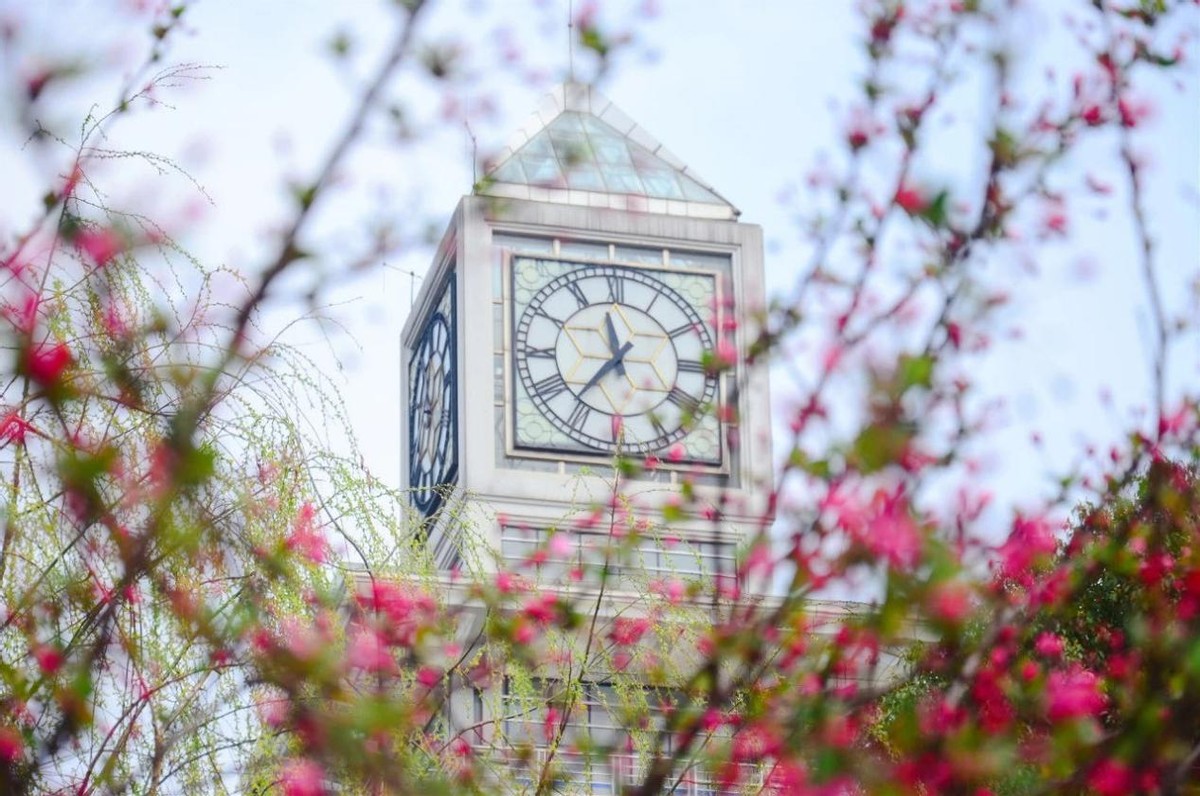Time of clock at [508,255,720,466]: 11:36
